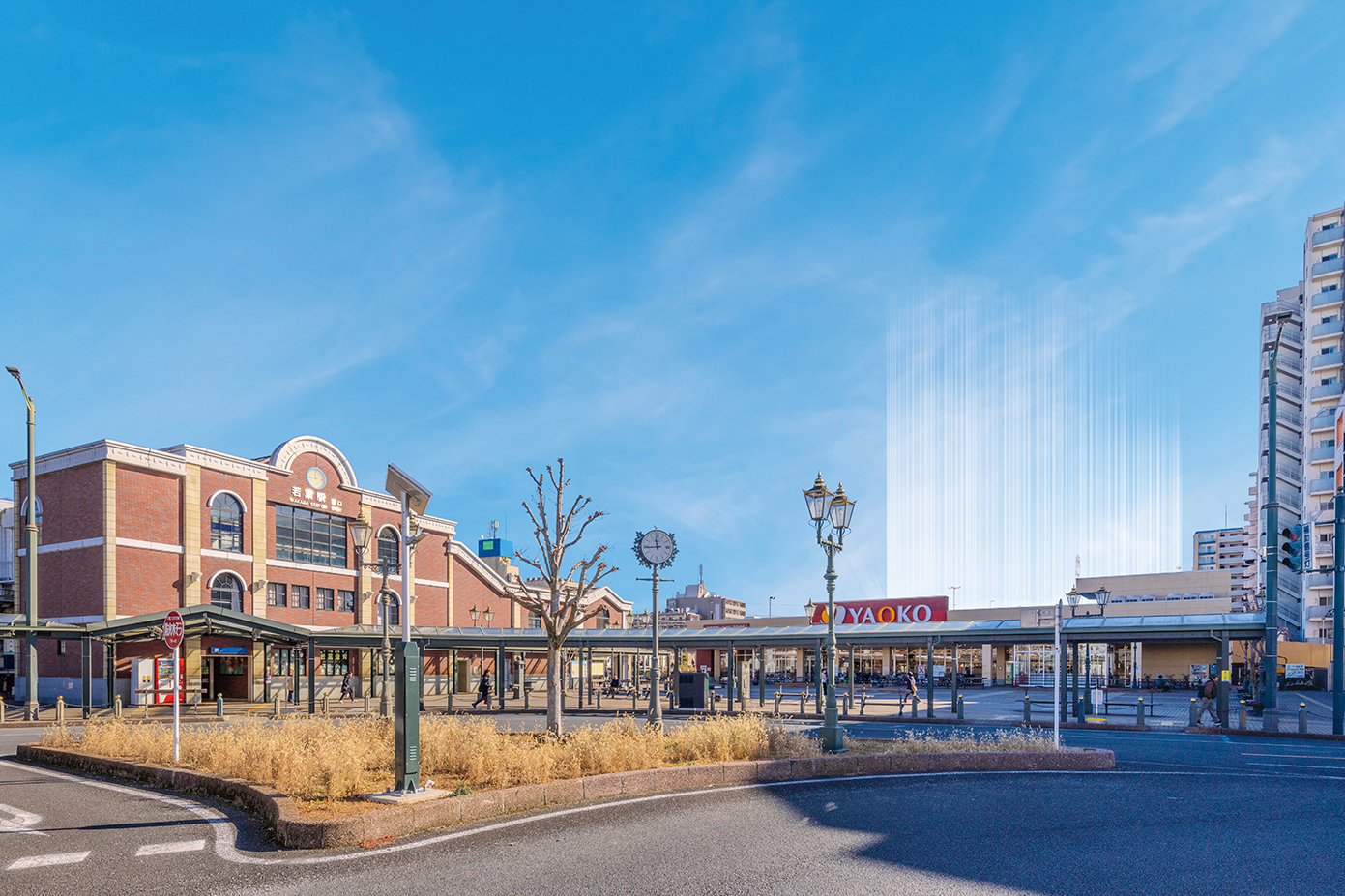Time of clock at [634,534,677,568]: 11:44
